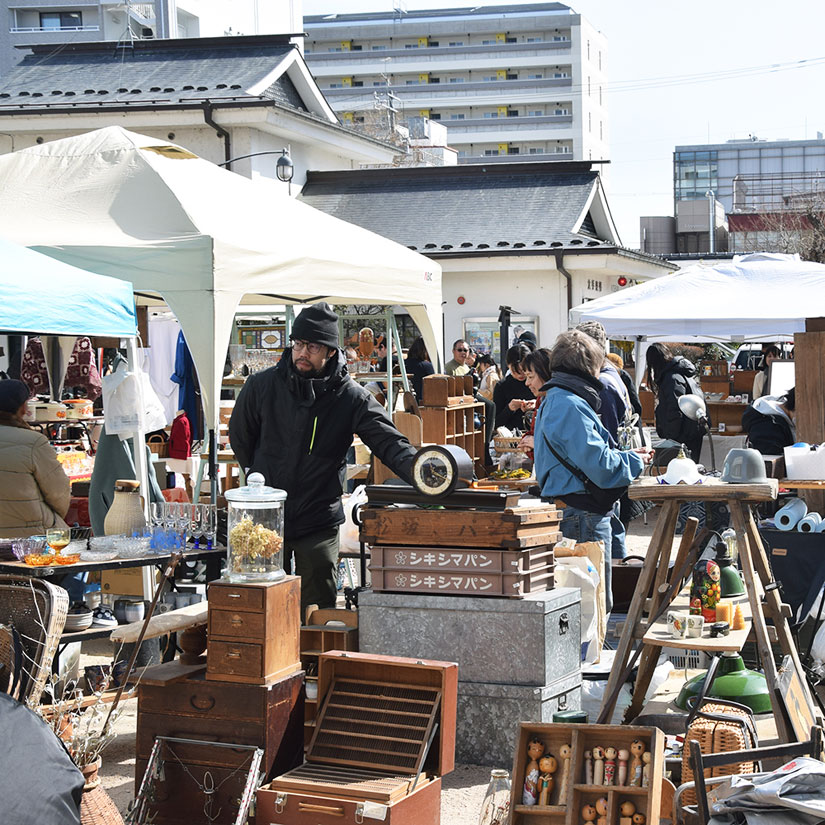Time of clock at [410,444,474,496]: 11:19
